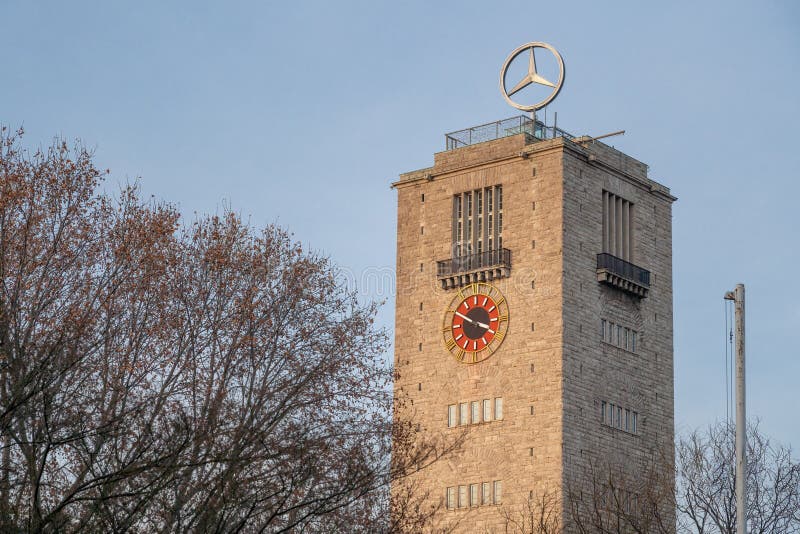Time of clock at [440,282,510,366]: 3:50
